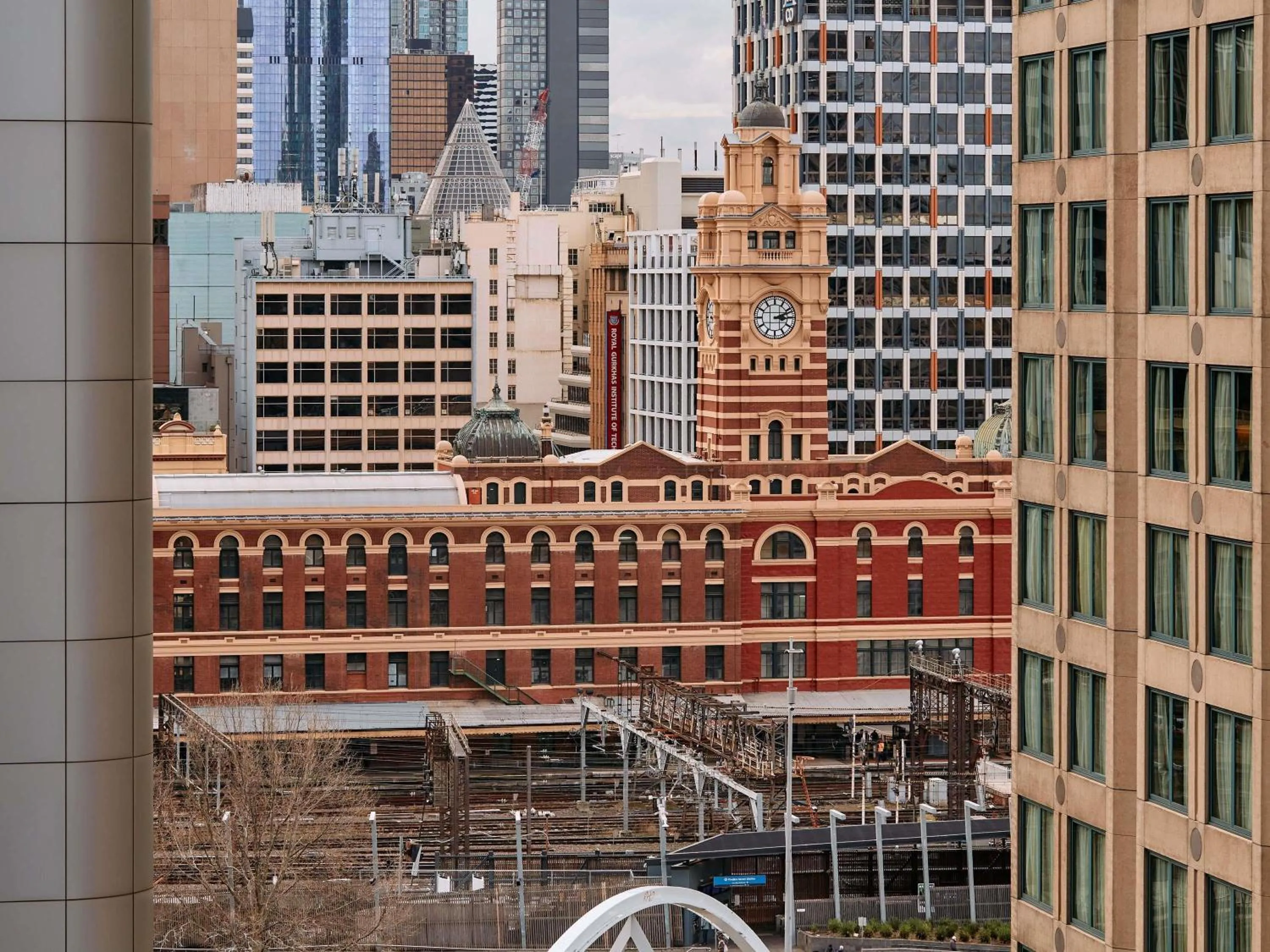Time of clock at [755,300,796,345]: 3:11
